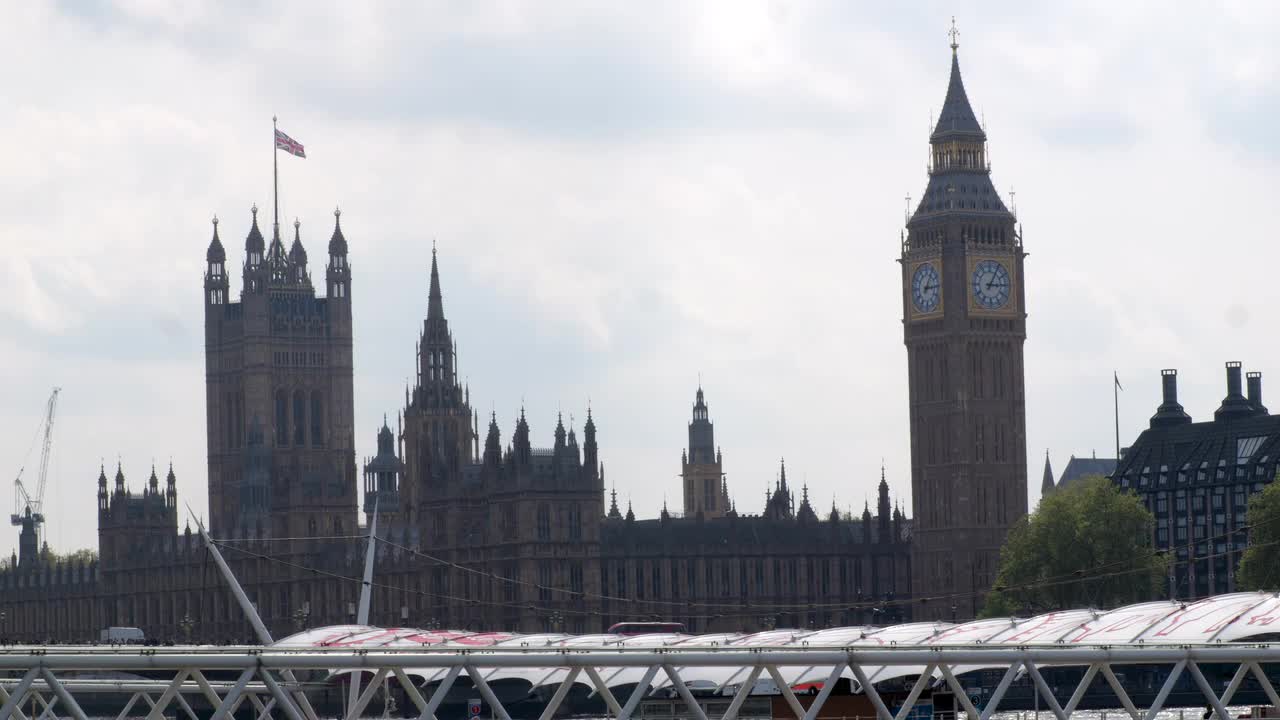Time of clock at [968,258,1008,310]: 3:04
